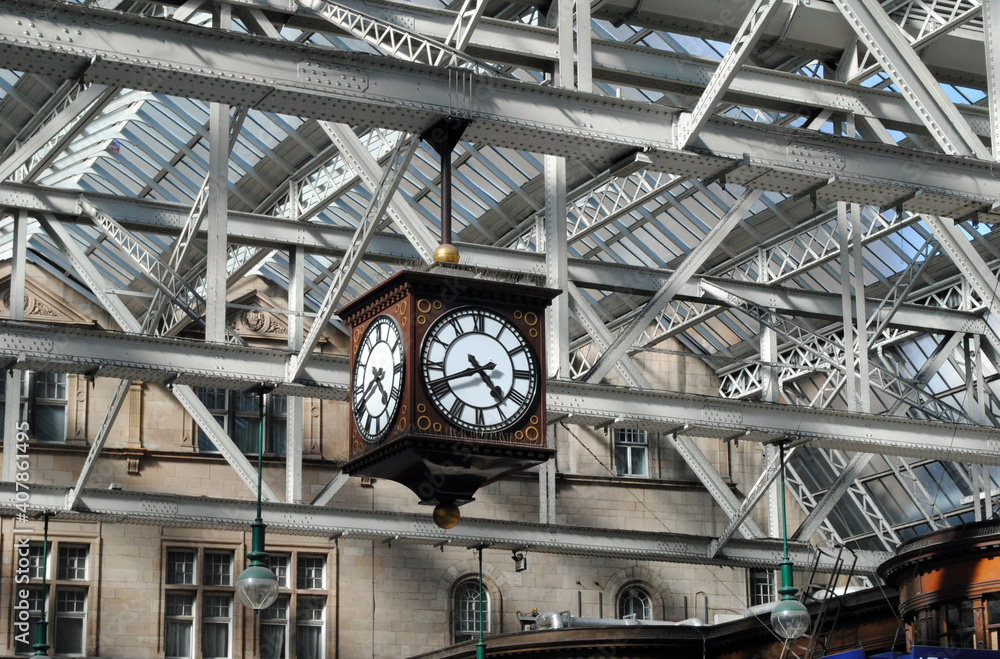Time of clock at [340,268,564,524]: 4:41
